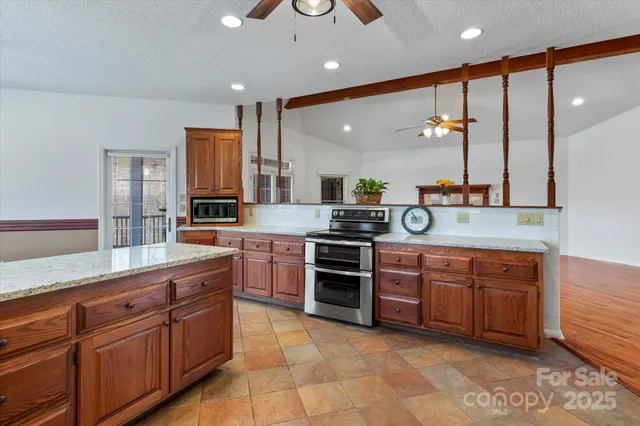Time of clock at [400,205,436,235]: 8:54
